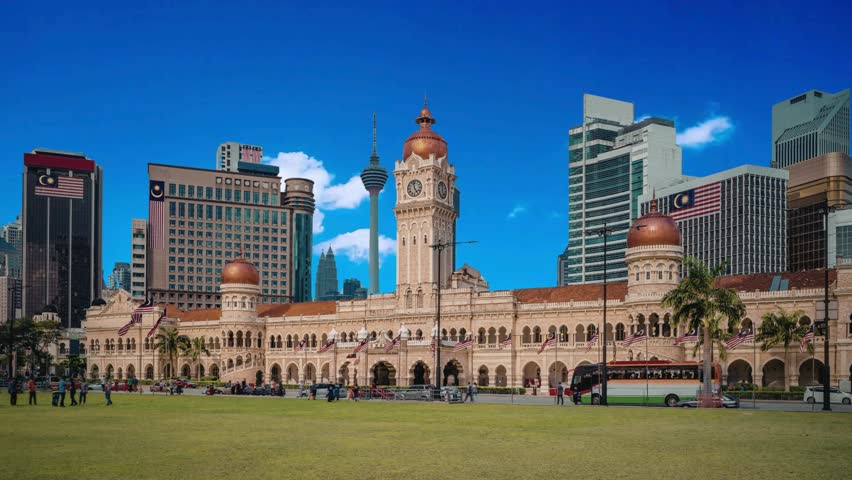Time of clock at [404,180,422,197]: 4:57
